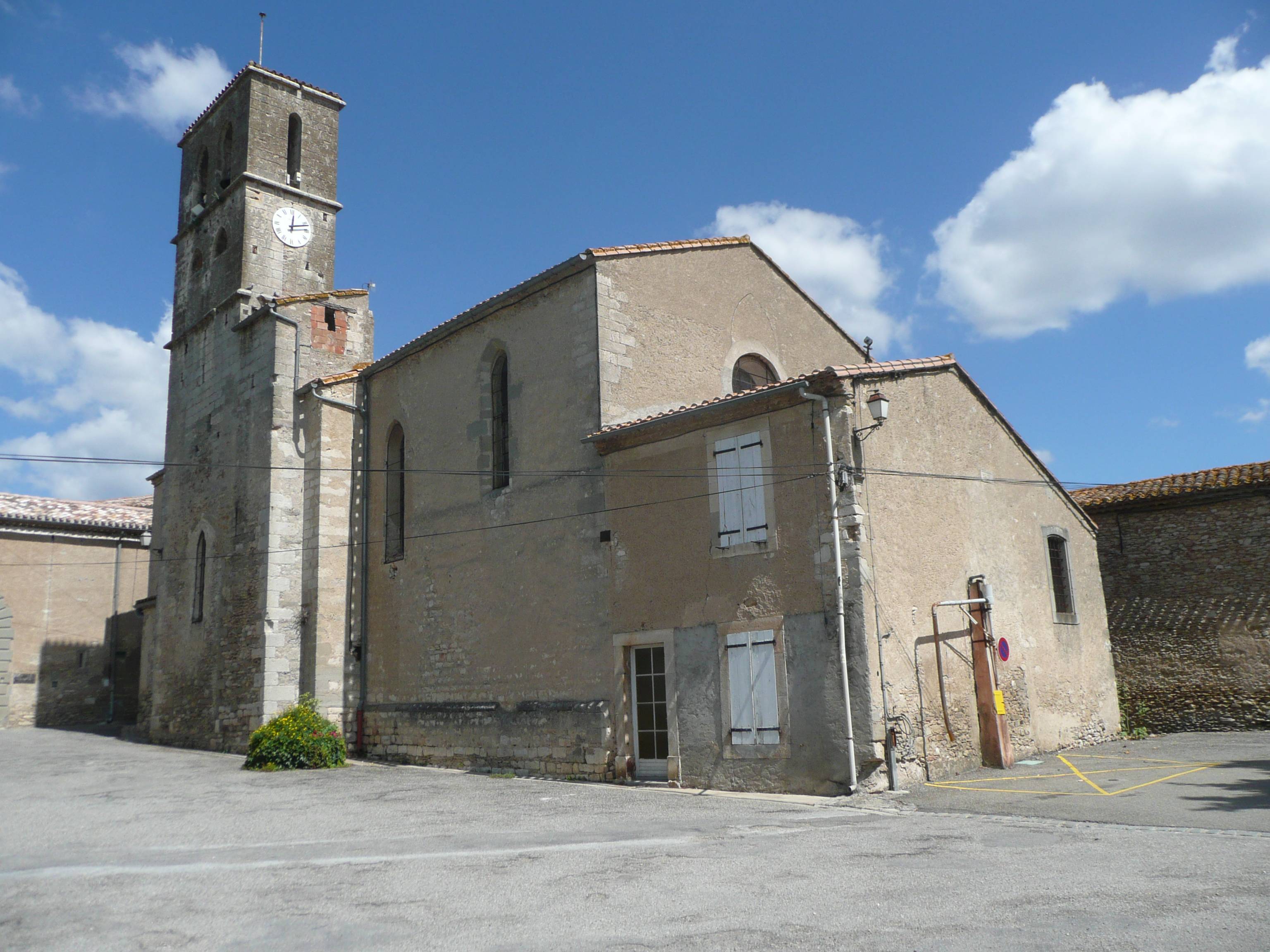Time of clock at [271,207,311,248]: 12:11
